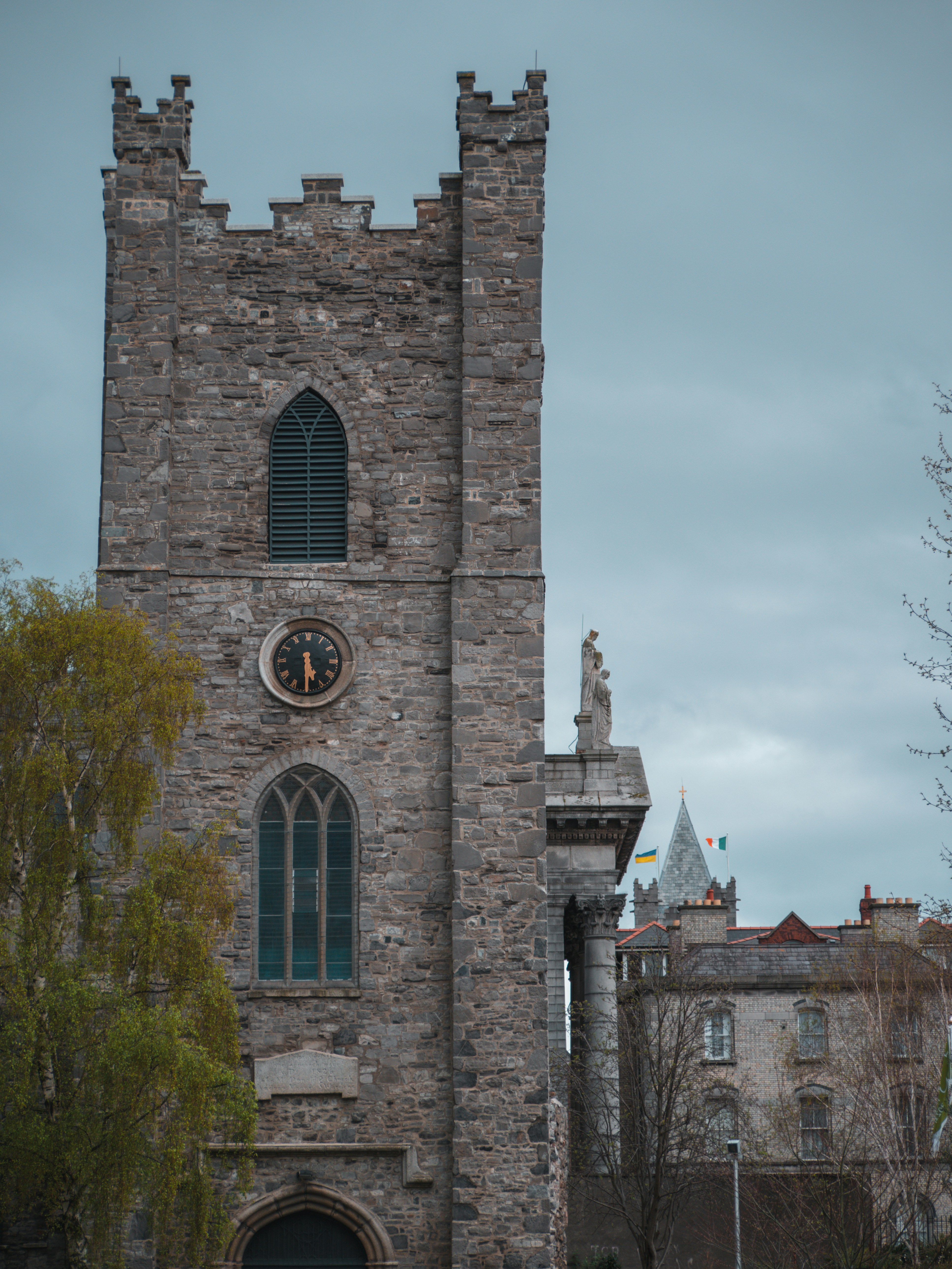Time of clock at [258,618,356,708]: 5:30
